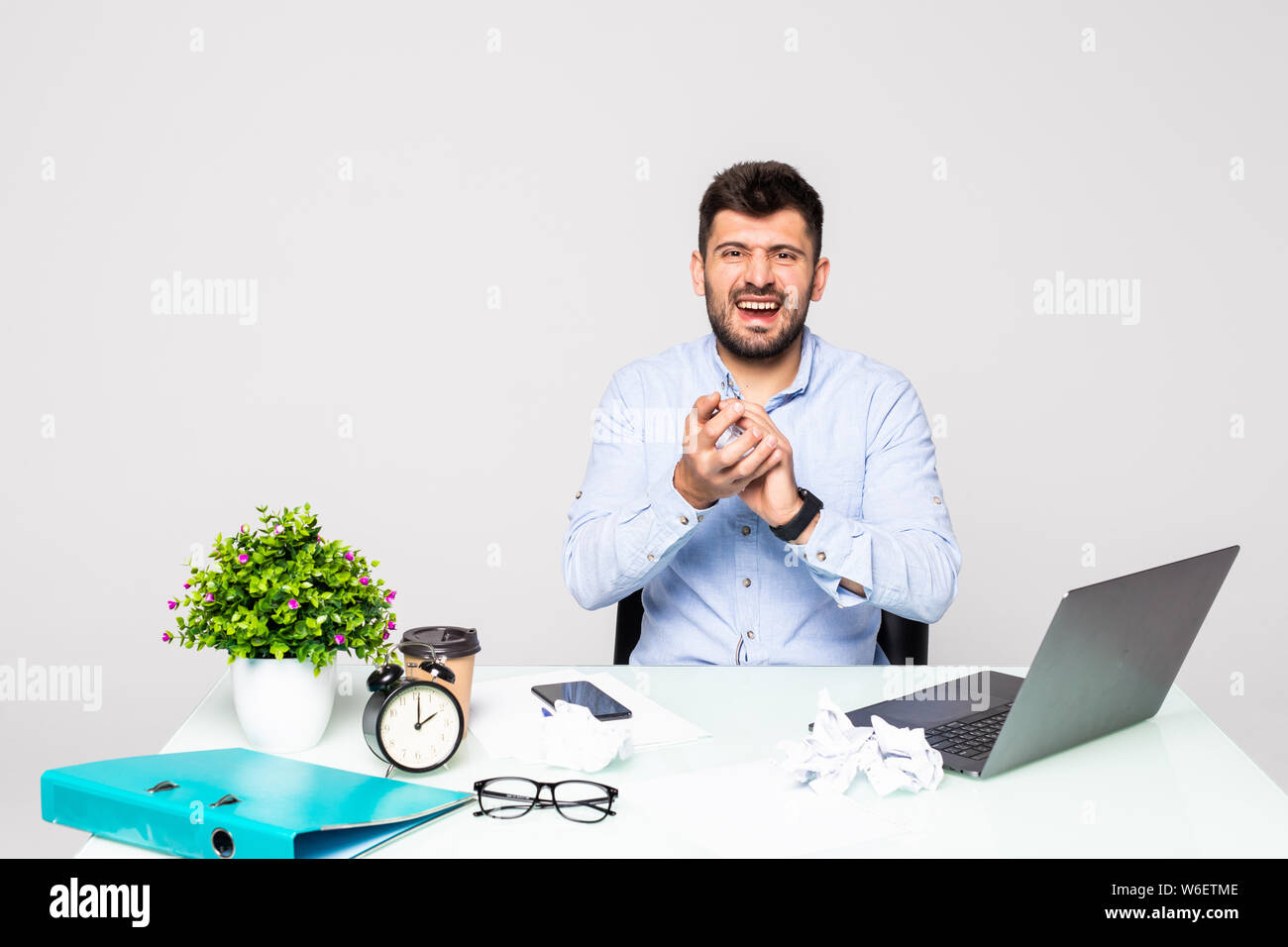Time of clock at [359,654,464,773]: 2:00
